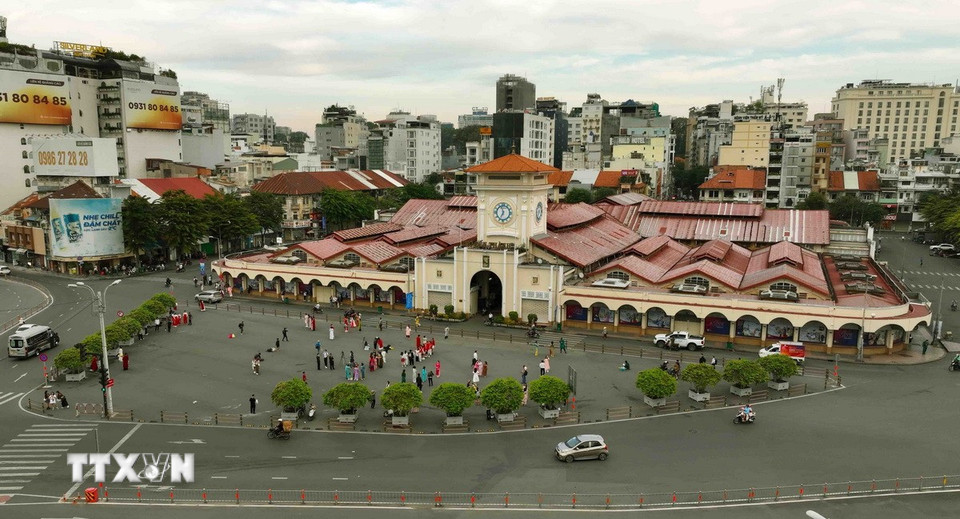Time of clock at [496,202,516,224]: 6:57
